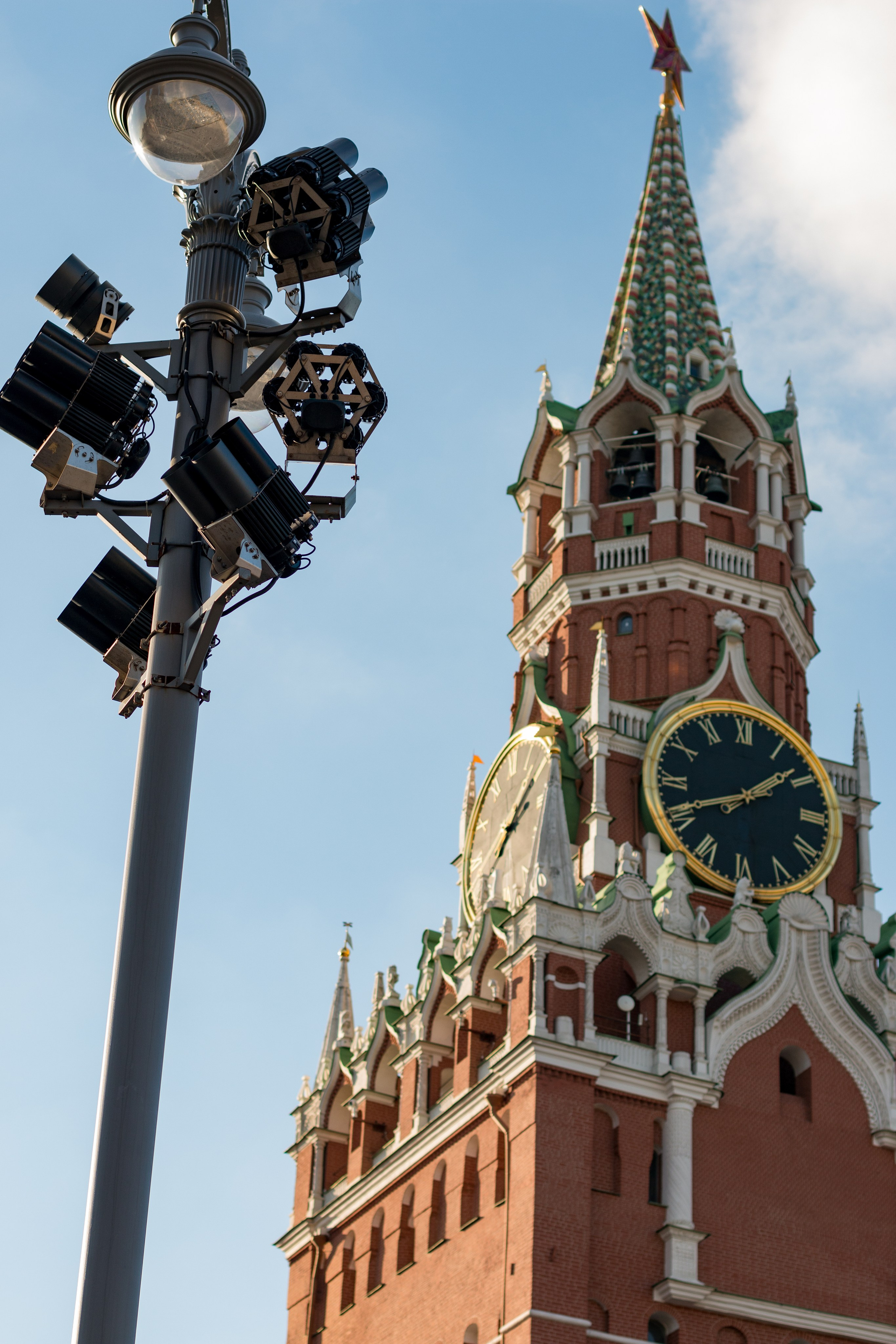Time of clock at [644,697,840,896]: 1:41
